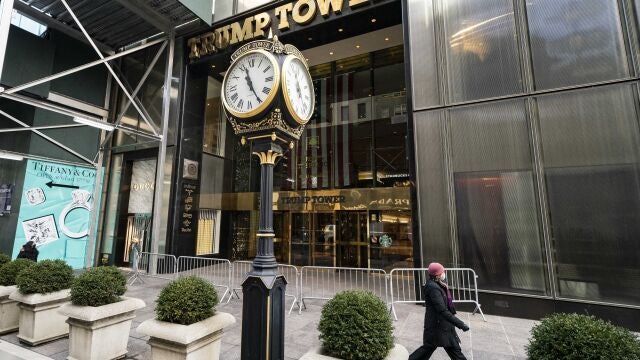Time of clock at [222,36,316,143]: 11:24
